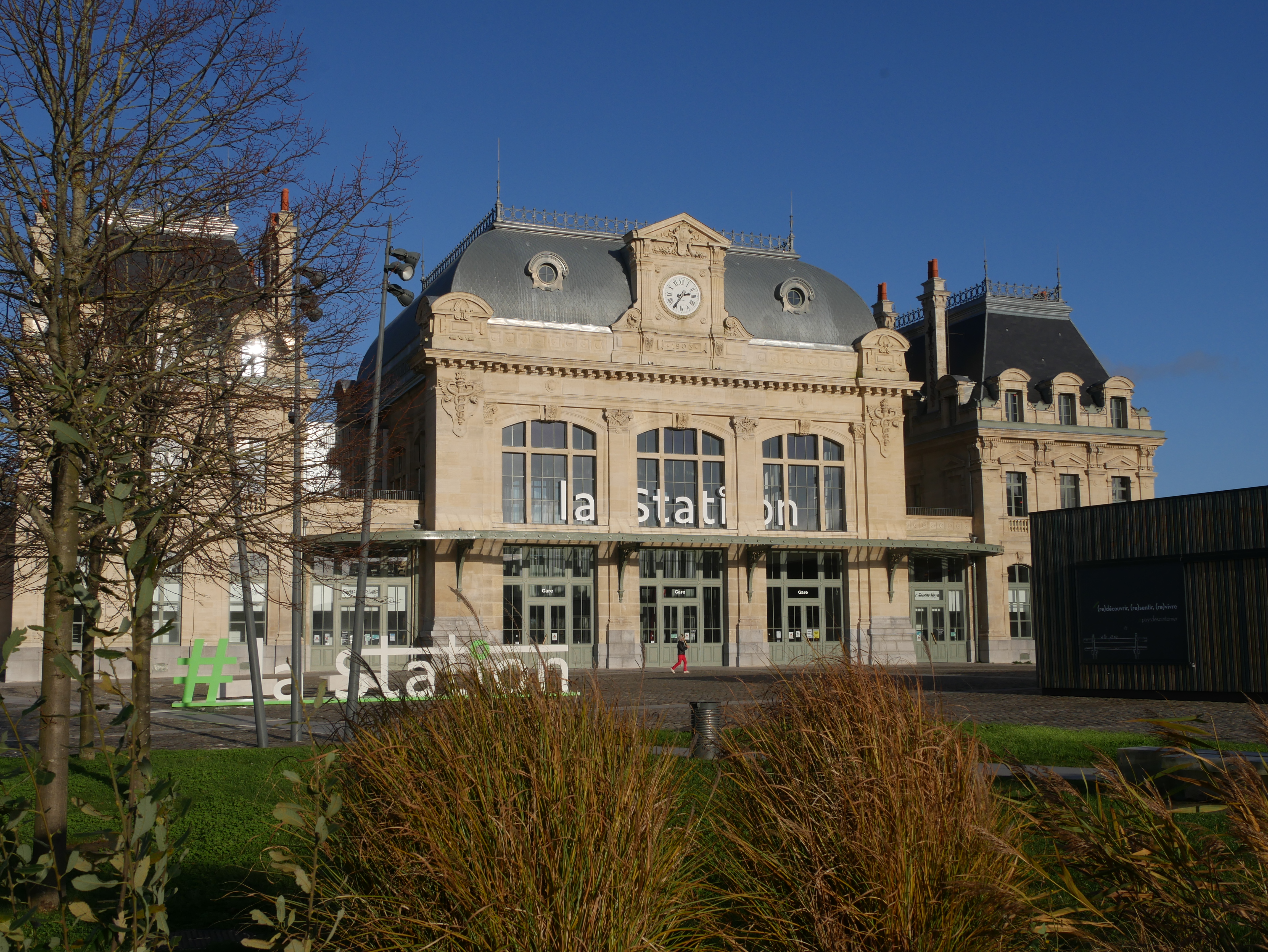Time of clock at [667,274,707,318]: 2:35
